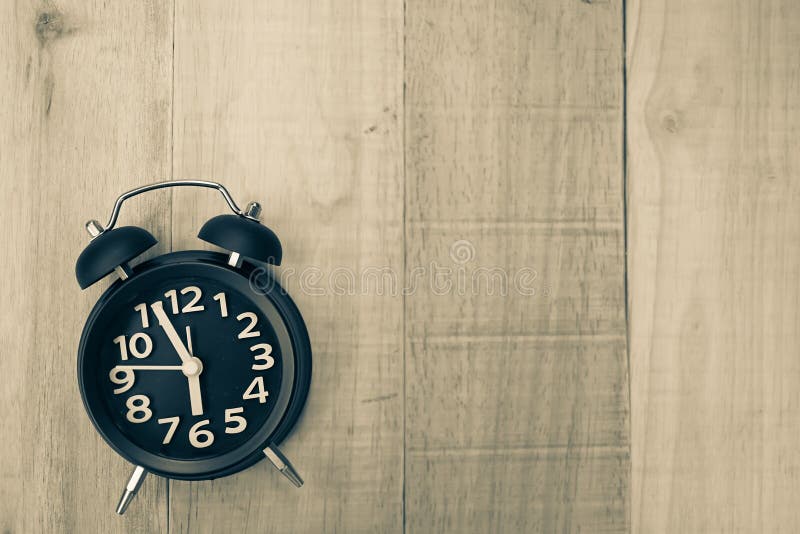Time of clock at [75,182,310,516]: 5:55
